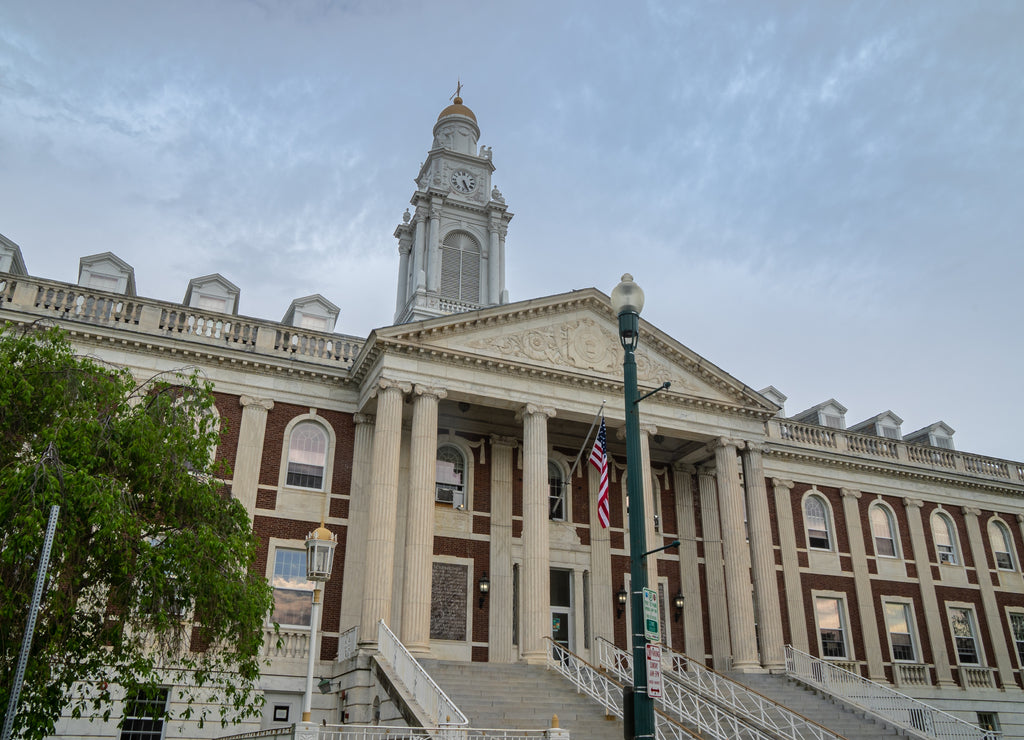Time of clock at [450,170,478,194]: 5:26
